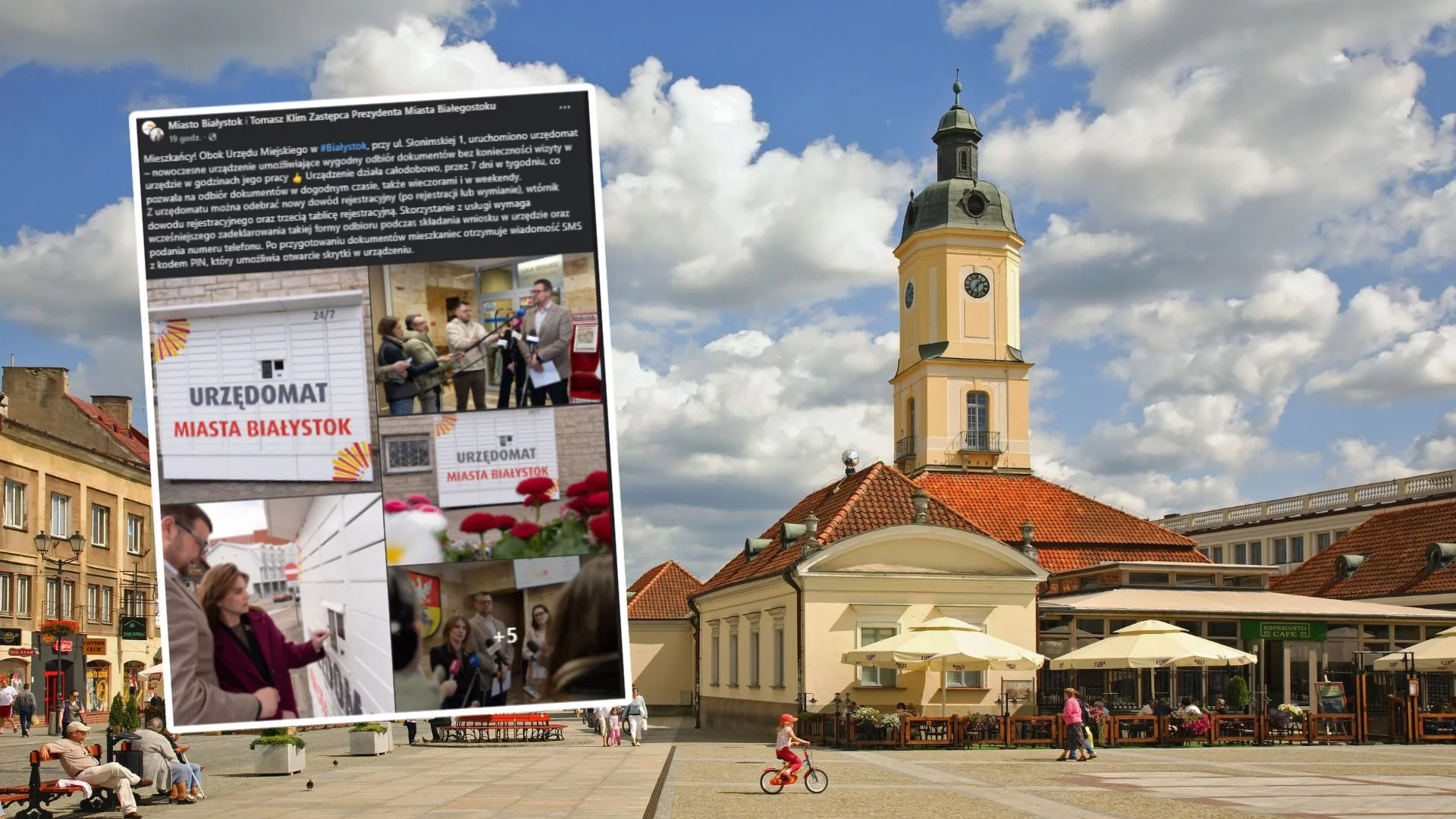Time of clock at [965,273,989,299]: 1:29
